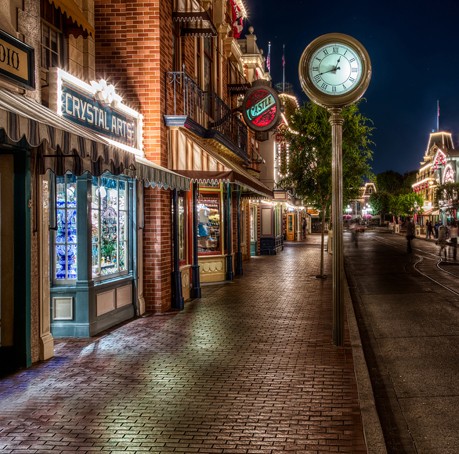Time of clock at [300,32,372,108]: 12:41
